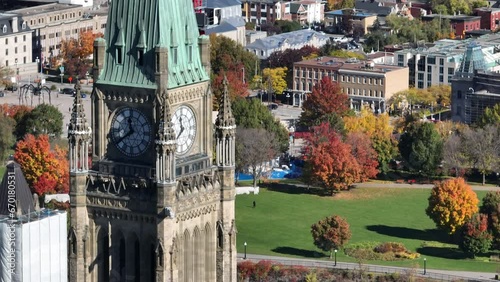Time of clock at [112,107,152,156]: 11:39
